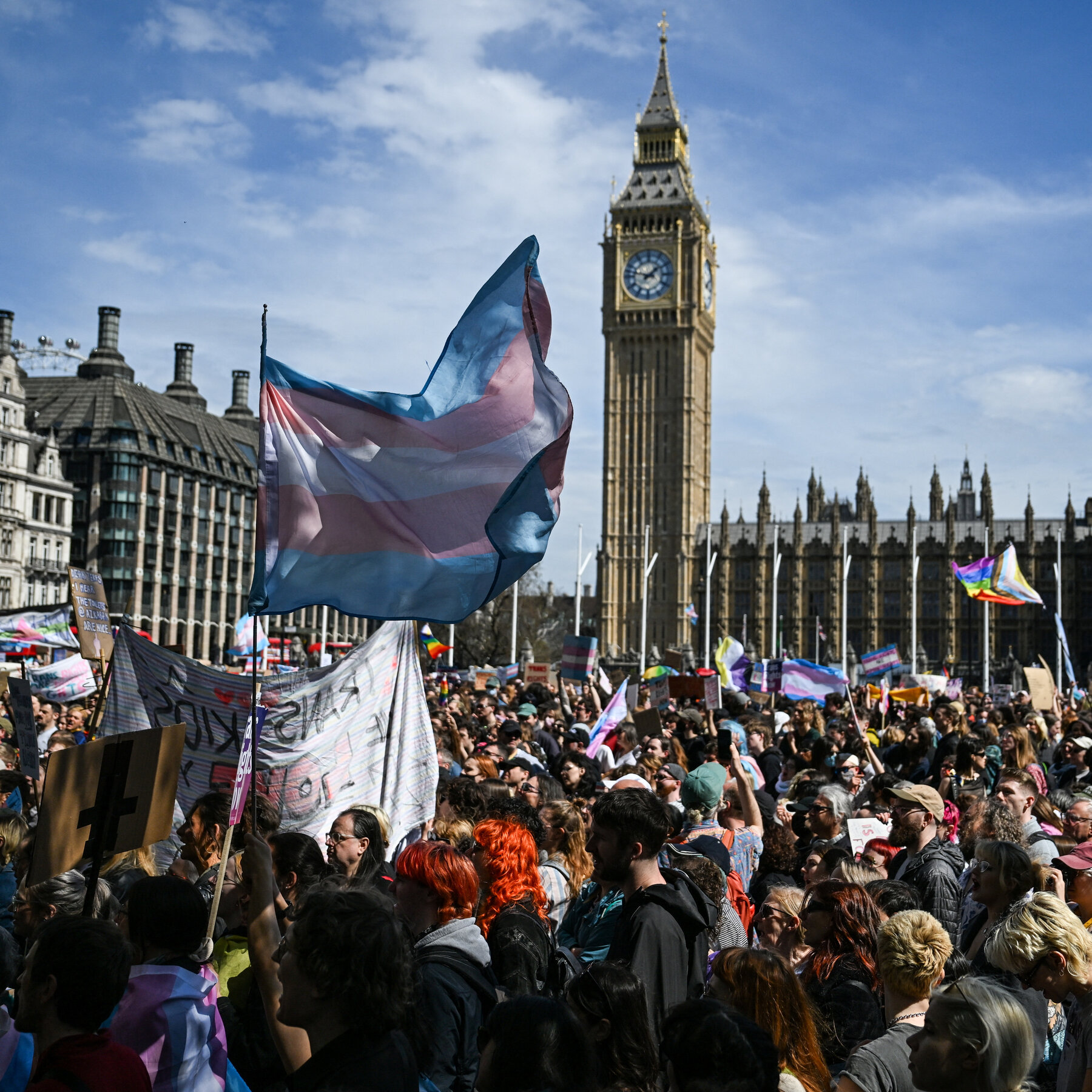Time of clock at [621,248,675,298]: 1:47
